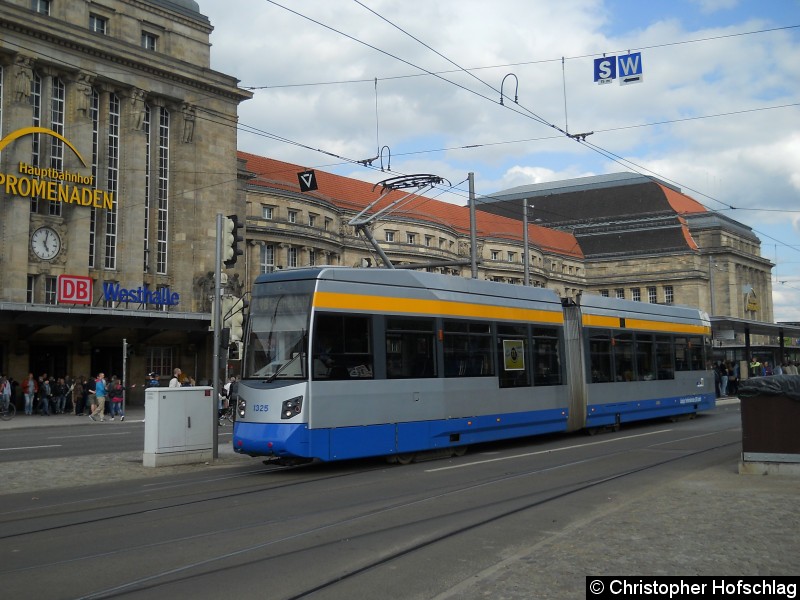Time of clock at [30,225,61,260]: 5:01
